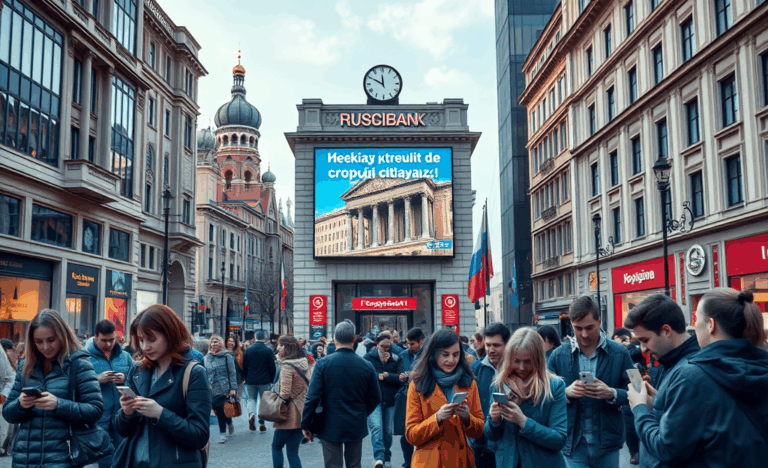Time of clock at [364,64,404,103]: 11:49
